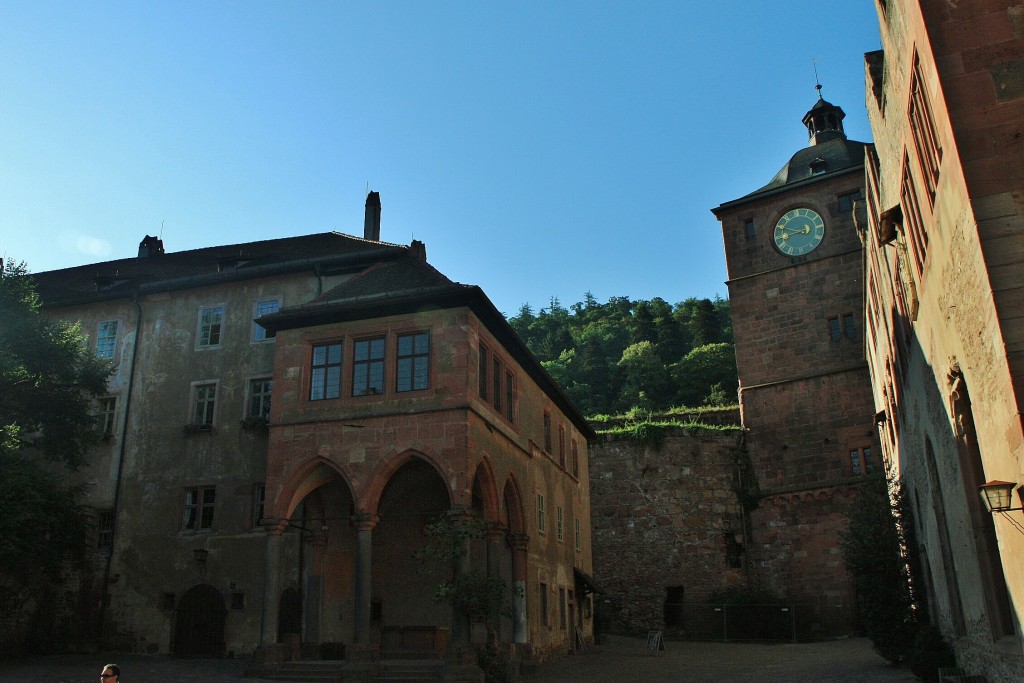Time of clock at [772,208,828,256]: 8:49
